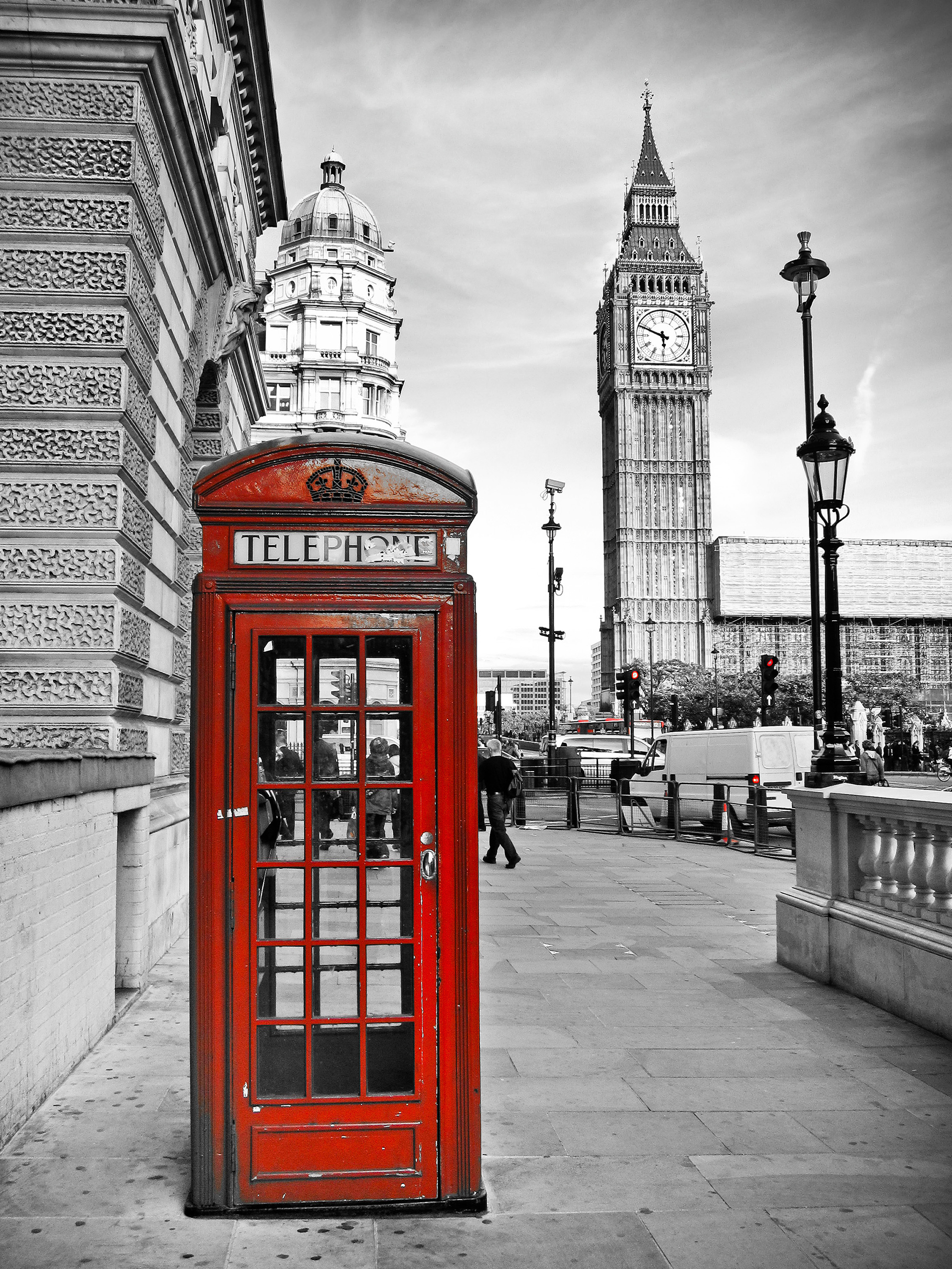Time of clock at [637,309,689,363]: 5:48
